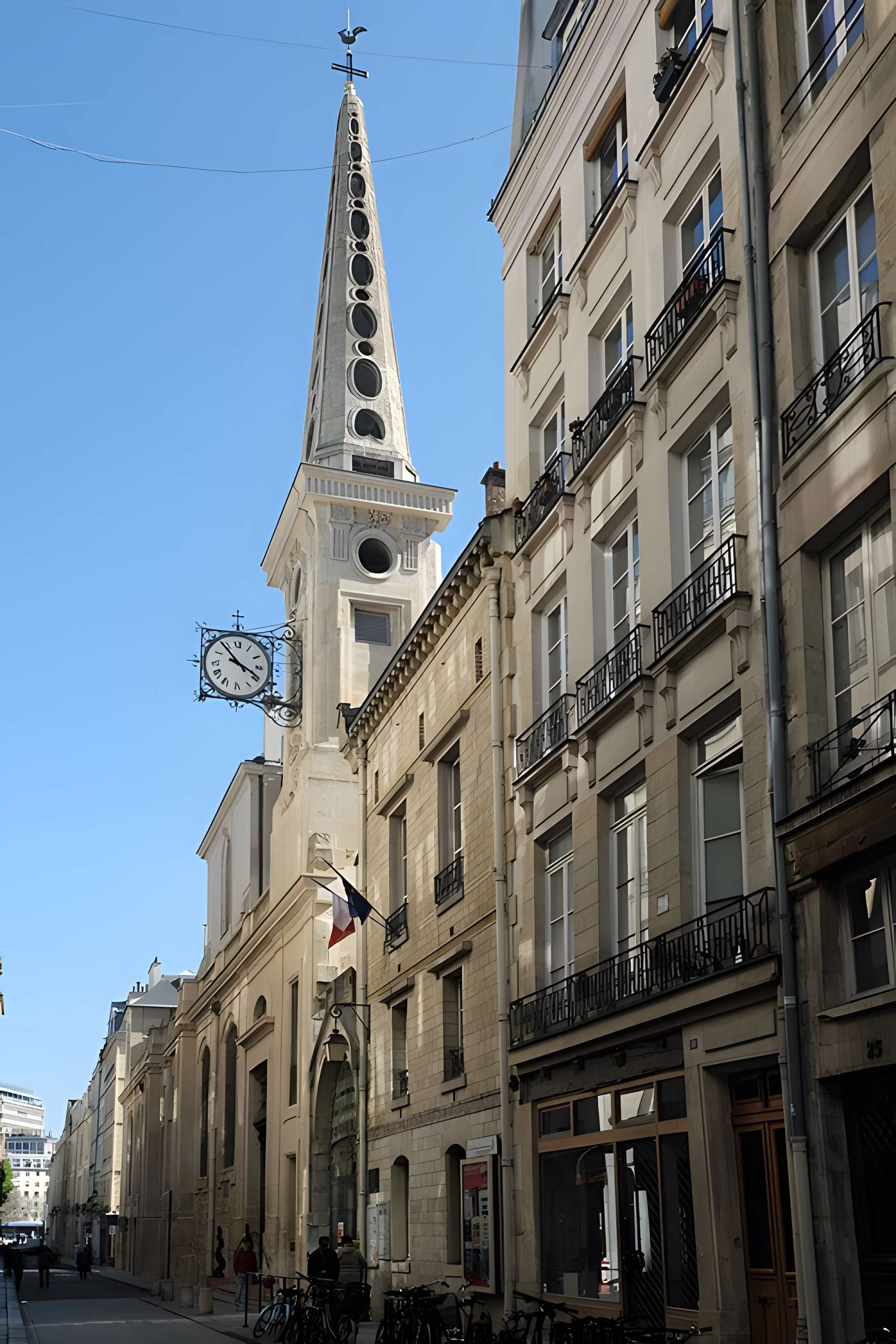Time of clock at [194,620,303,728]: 3:53
